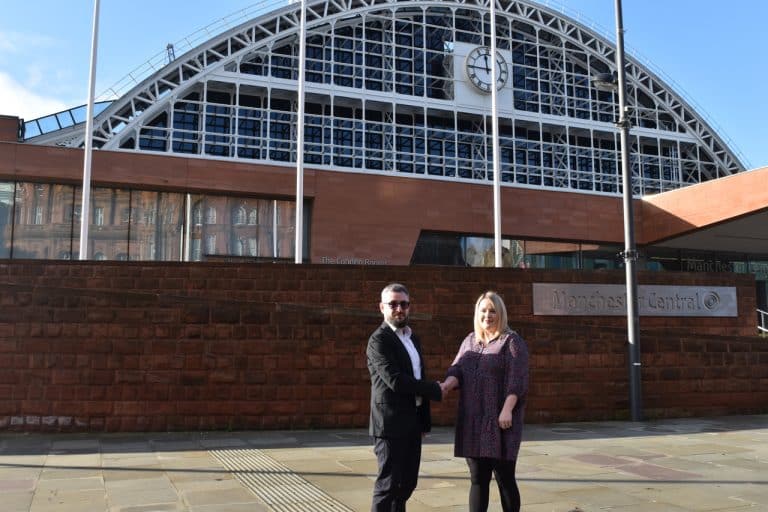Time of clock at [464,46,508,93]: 11:45
